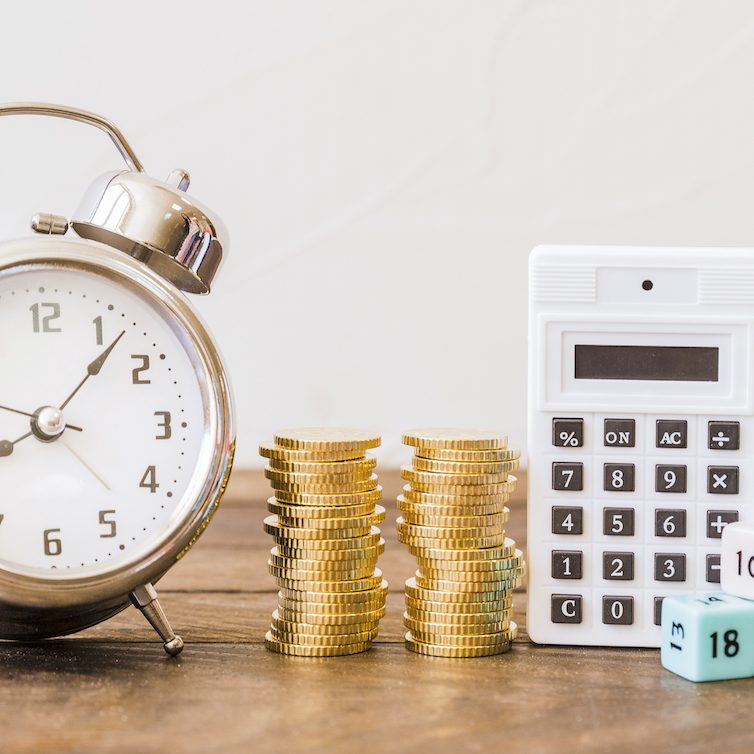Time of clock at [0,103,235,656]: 8:07
